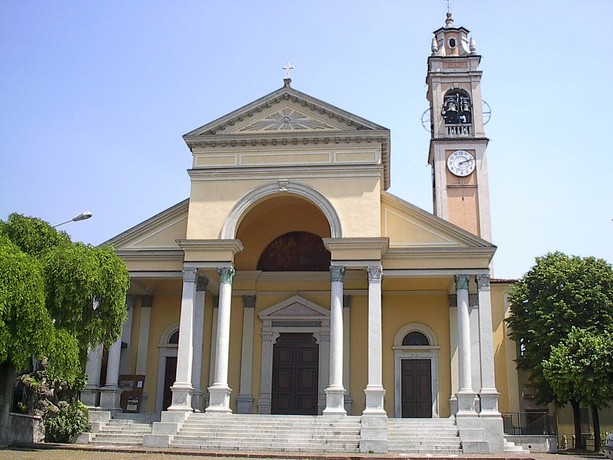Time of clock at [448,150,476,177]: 2:12
